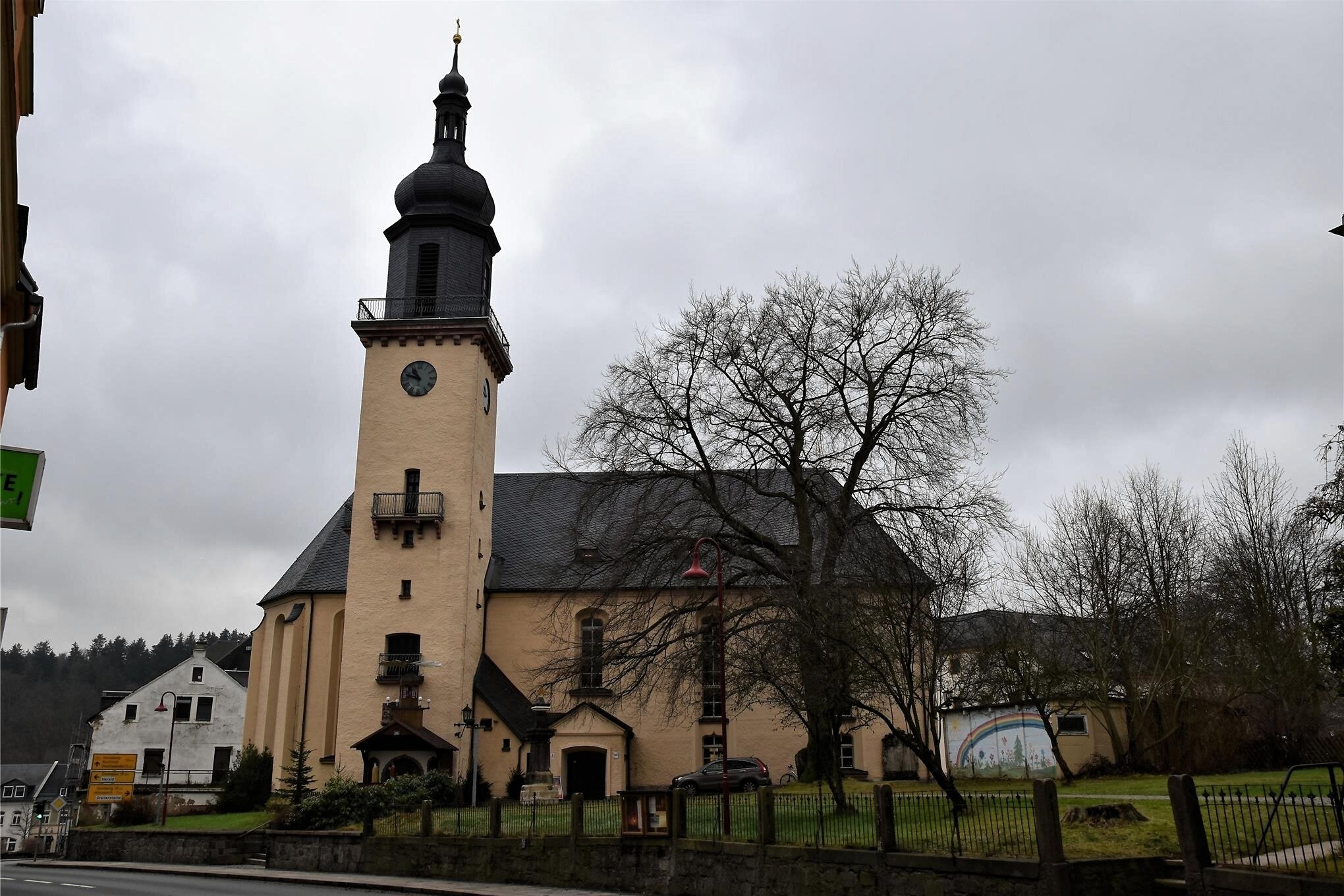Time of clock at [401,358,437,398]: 10:48
